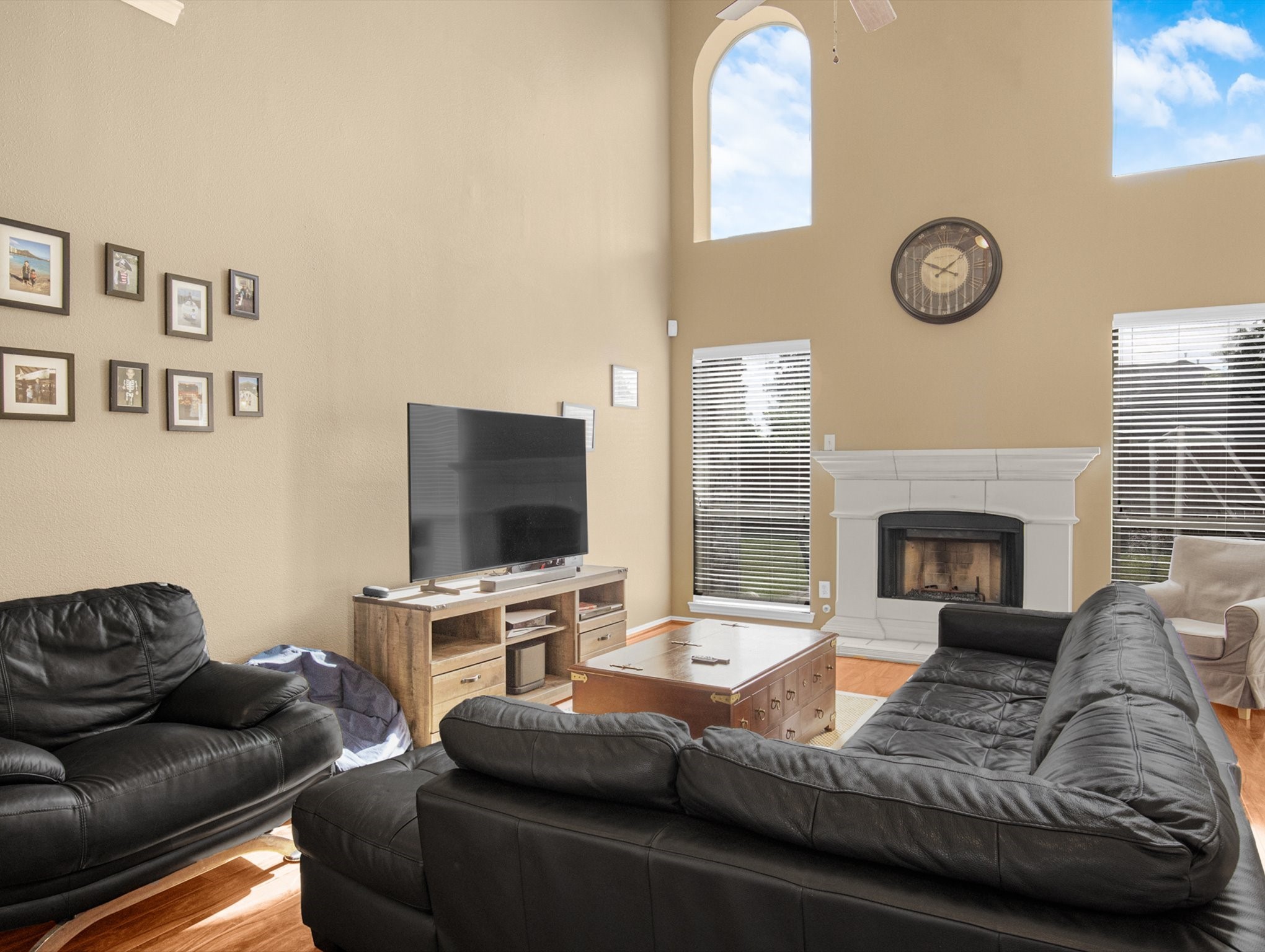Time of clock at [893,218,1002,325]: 1:49
